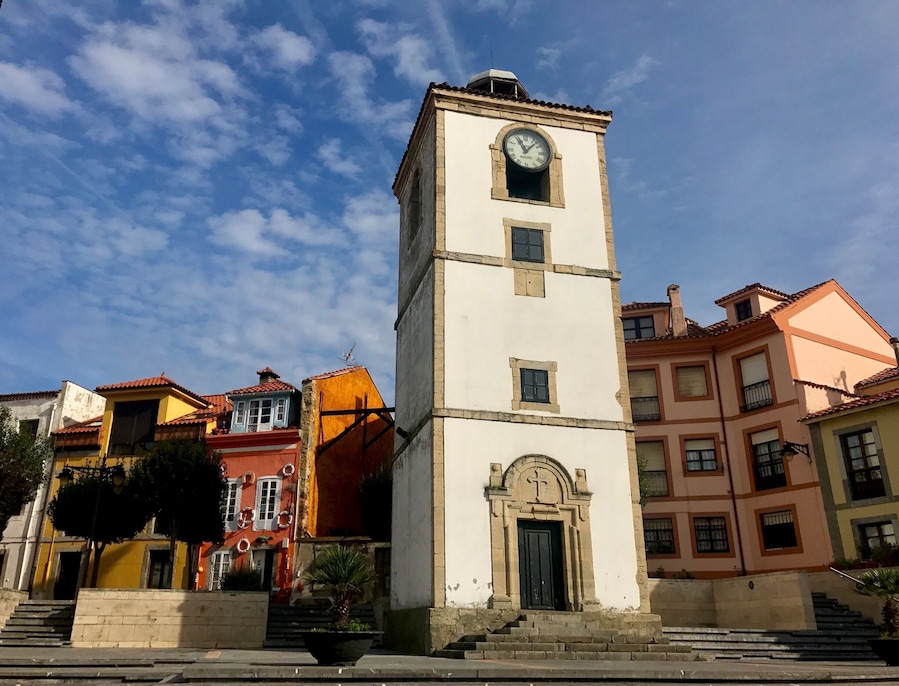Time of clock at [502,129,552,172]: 11:07
